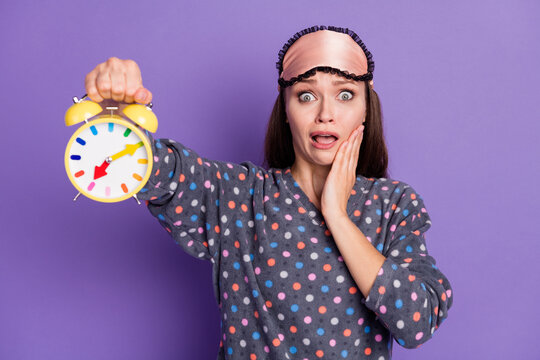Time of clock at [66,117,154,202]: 7:10
